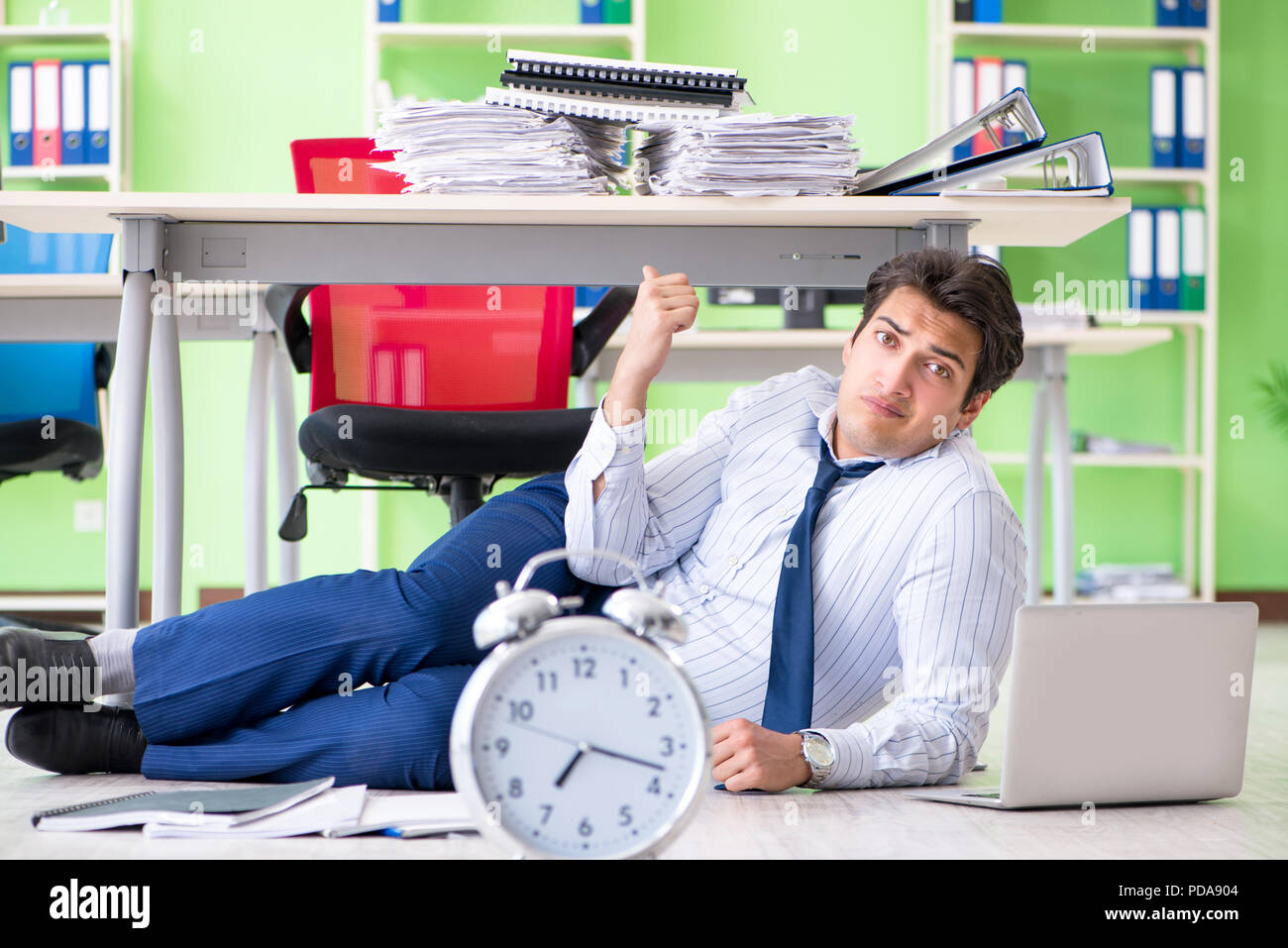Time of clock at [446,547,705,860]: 7:17
